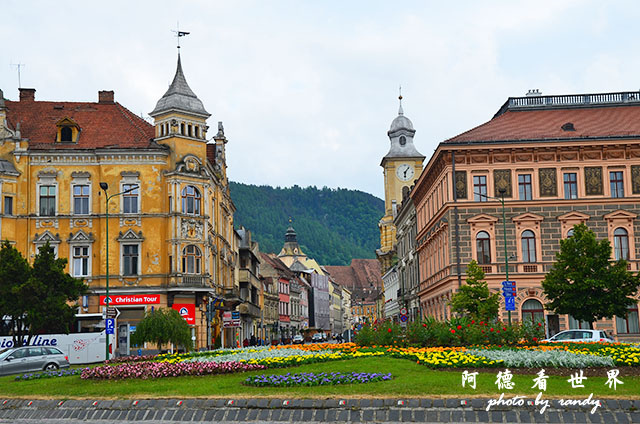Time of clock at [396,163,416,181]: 6:06
